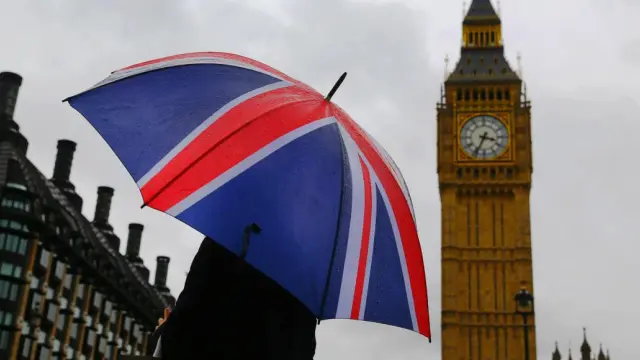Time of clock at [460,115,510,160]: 3:34
